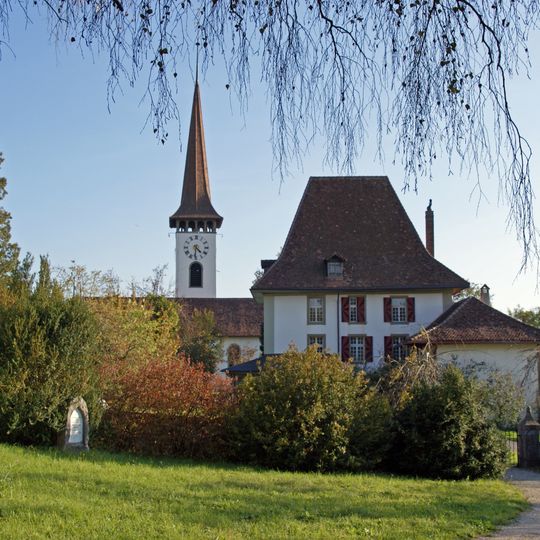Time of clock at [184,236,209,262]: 4:31
